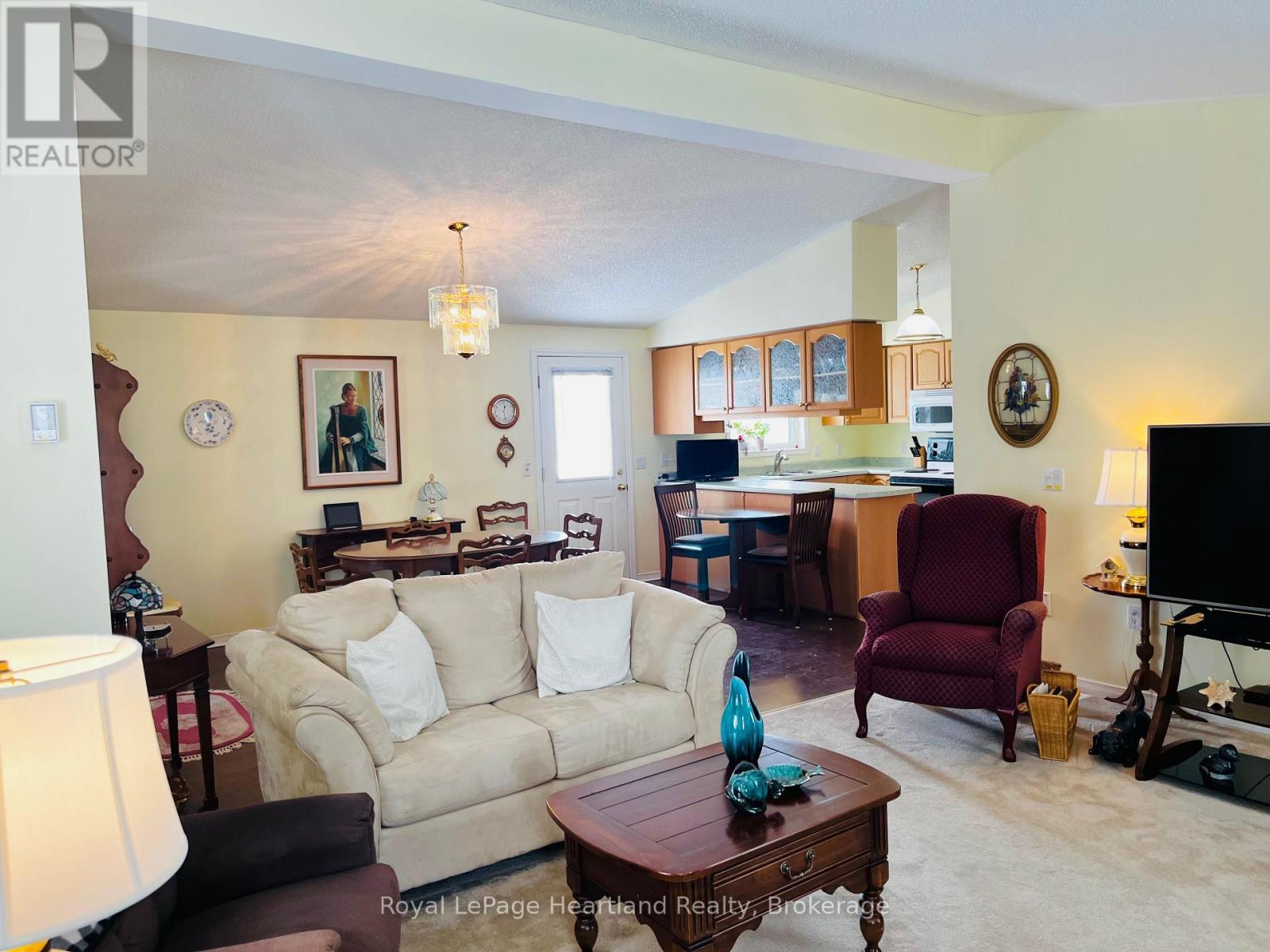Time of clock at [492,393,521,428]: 12:28
